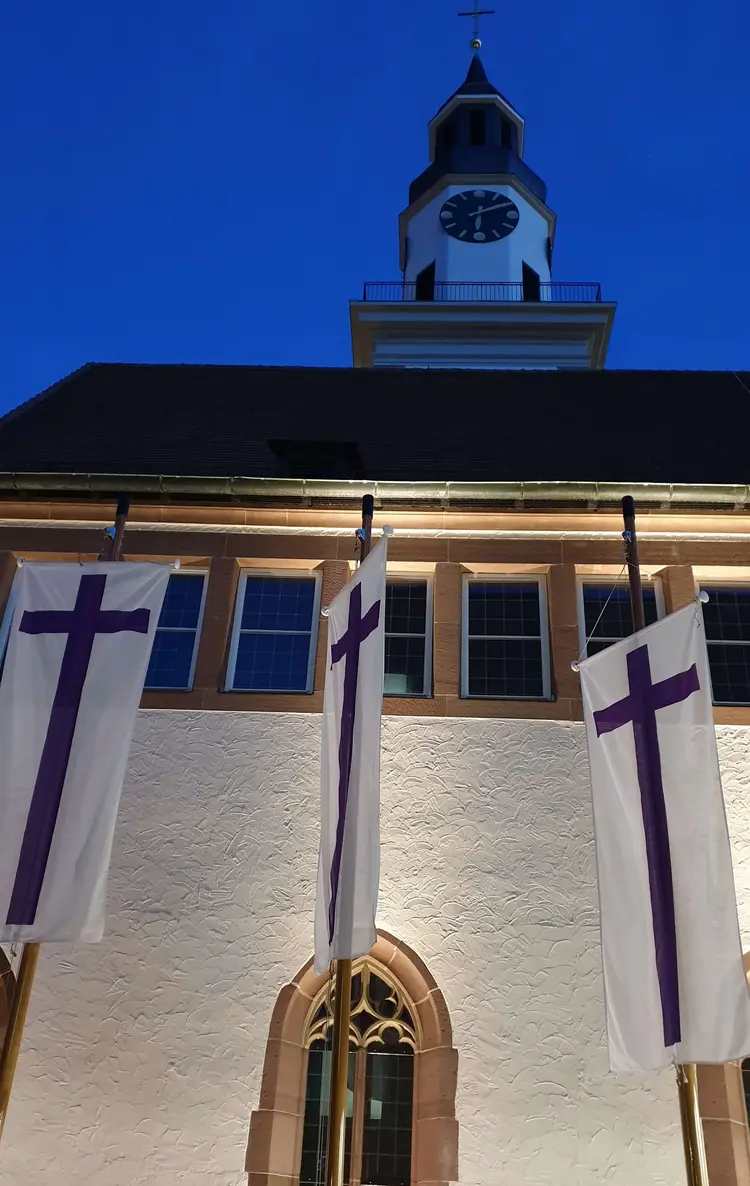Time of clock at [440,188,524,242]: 6:10
